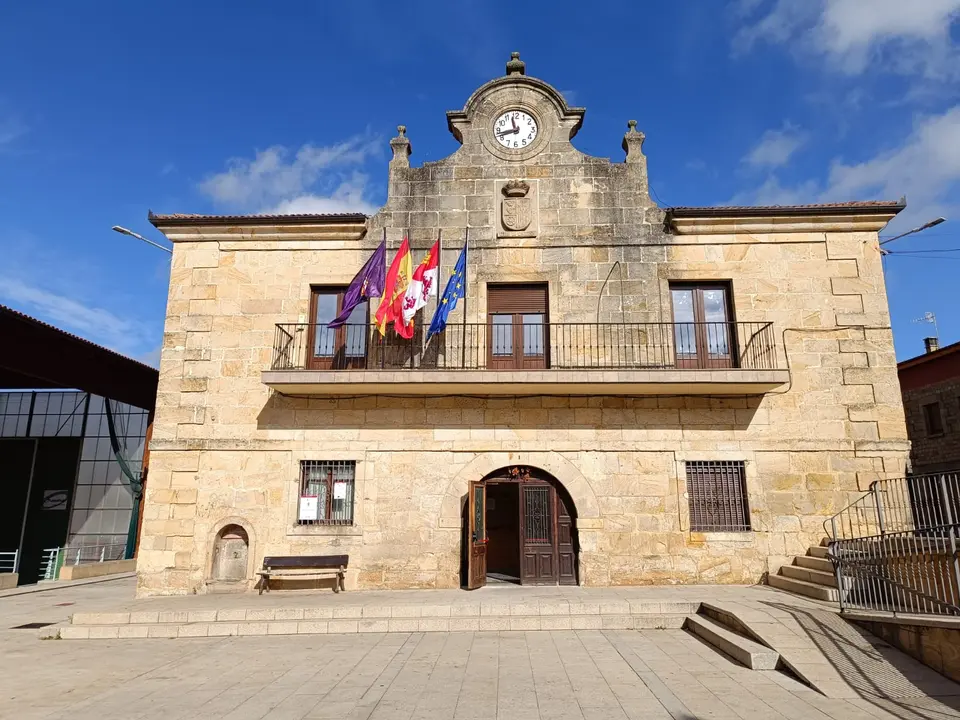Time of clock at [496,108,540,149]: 11:42
